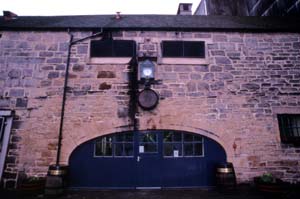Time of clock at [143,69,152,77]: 4:29
